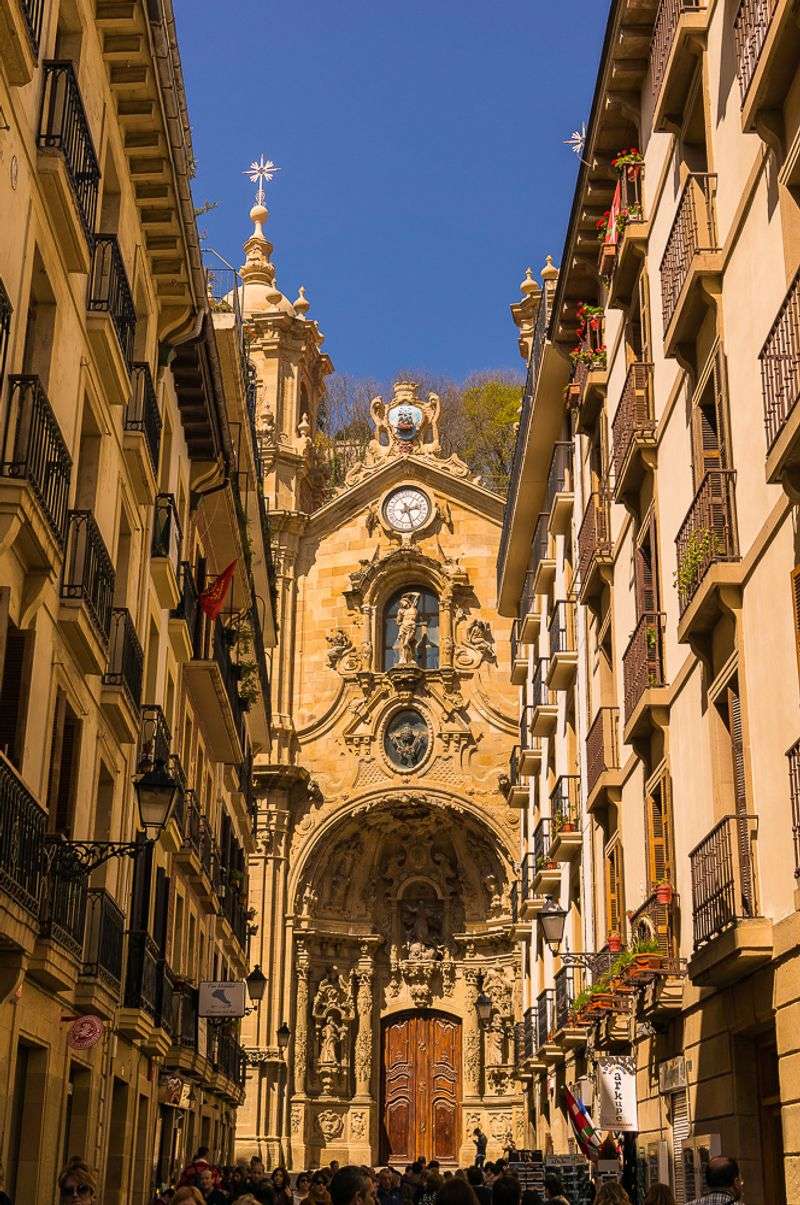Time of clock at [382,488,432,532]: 2:25
